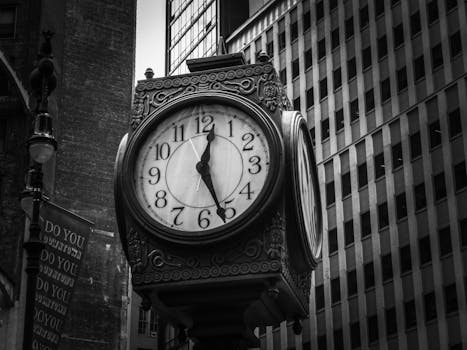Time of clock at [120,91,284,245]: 12:26
